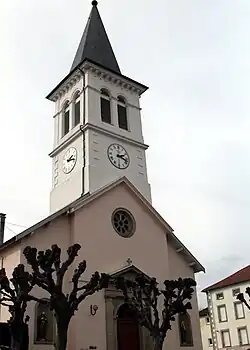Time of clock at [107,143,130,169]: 2:18
